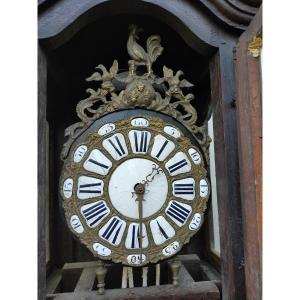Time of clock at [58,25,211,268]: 1:28
